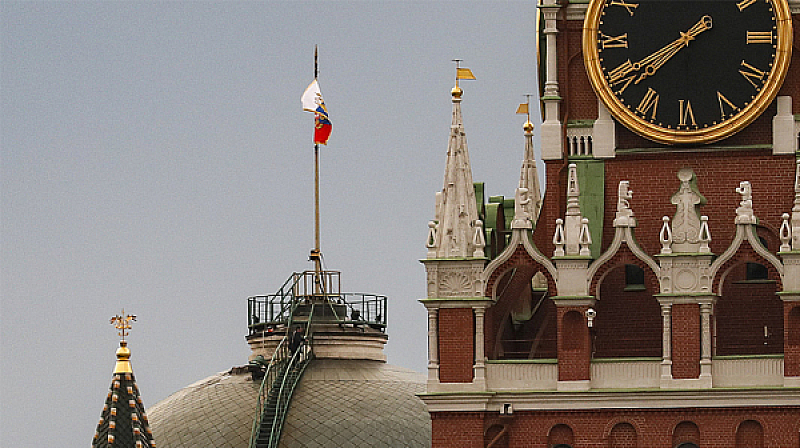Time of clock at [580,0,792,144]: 7:40
